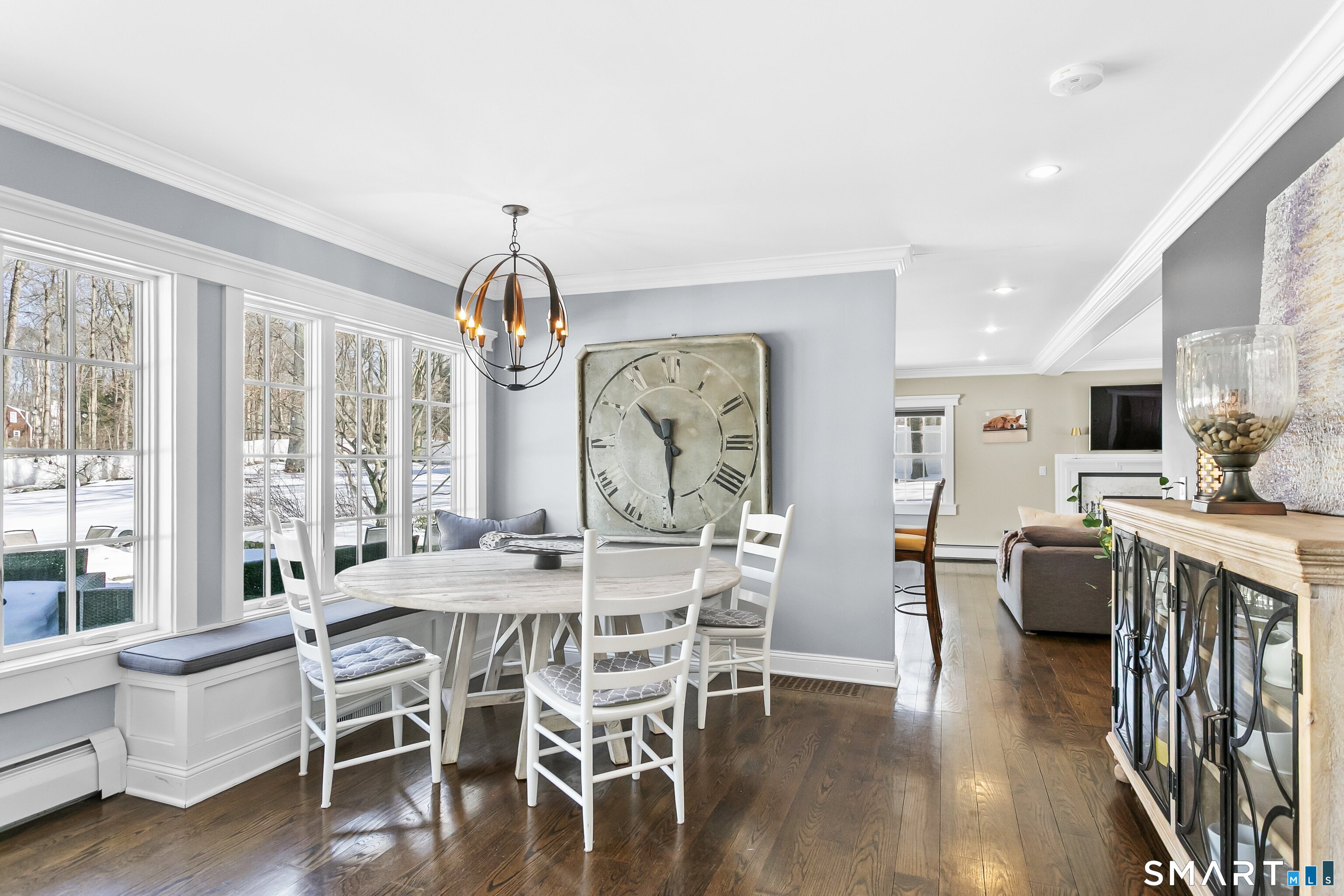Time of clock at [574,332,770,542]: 10:29
